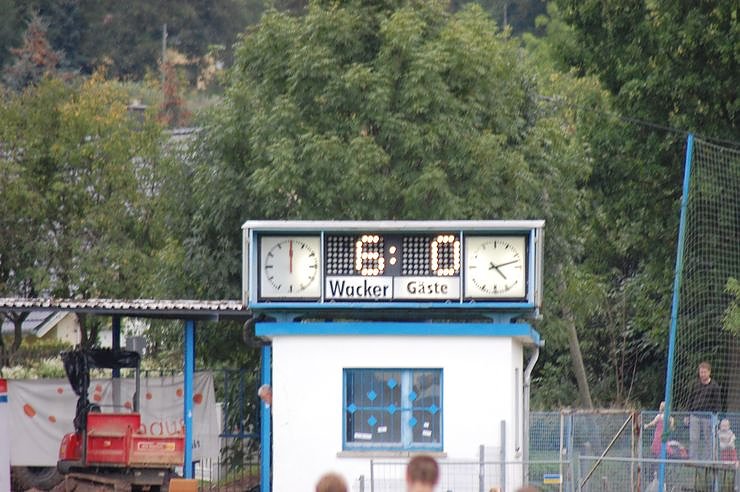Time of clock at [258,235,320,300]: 12:00
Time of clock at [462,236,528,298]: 4:12
